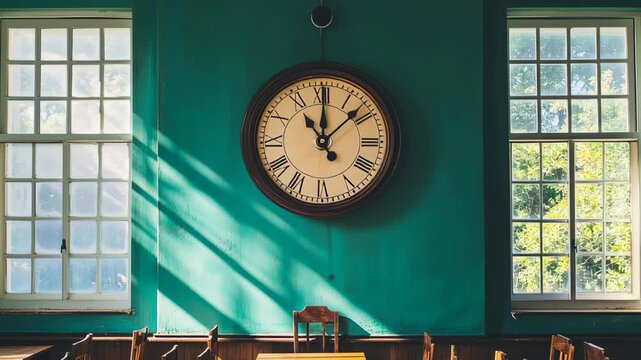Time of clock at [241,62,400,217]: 11:07
